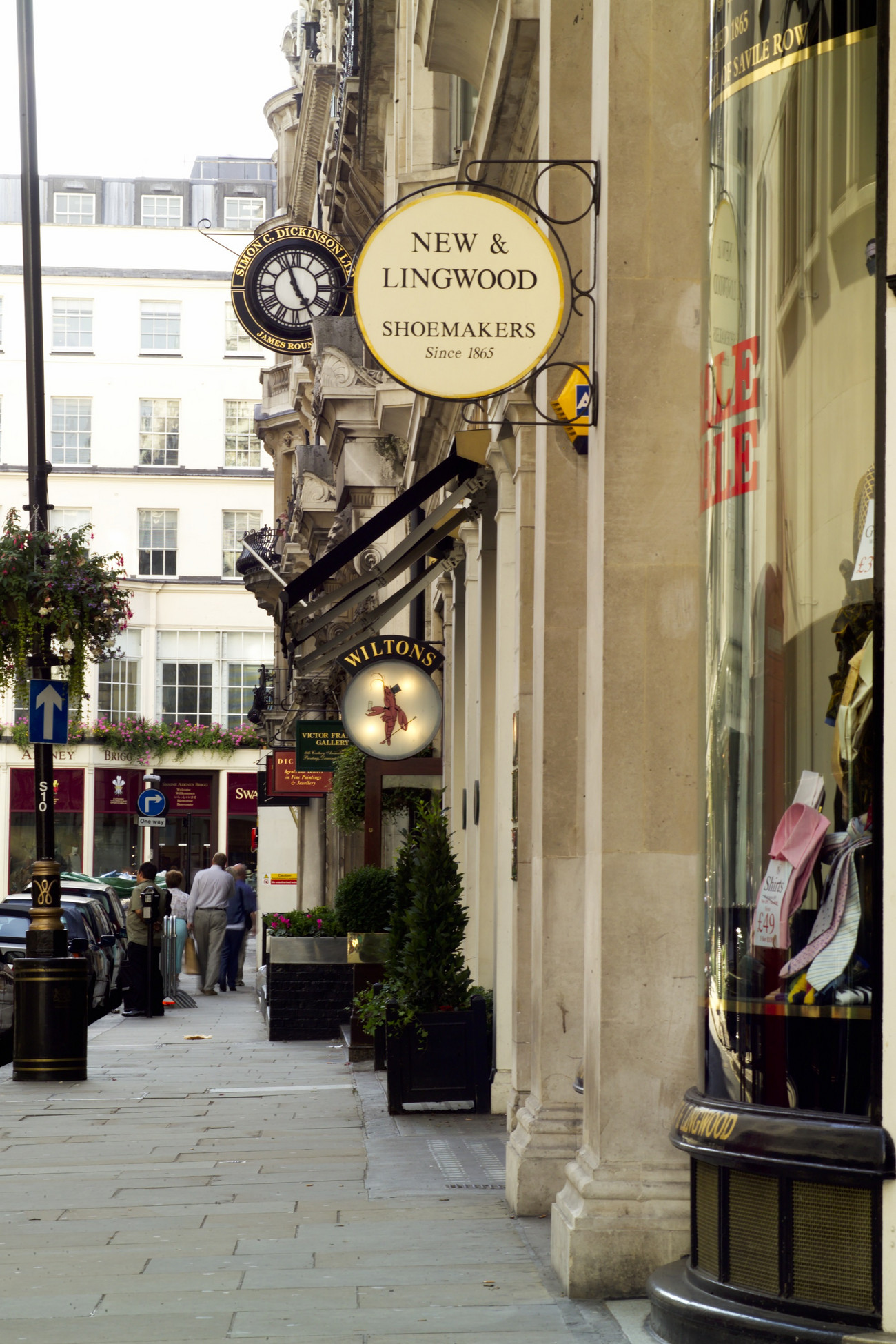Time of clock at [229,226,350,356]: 4:57
